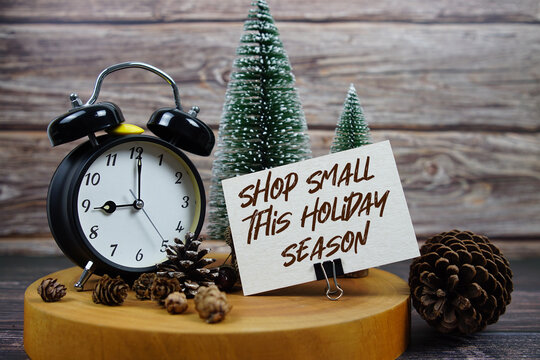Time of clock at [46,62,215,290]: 9:01
